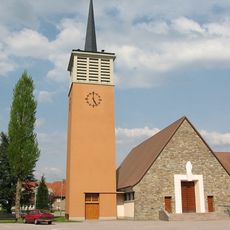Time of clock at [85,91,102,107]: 4:59
